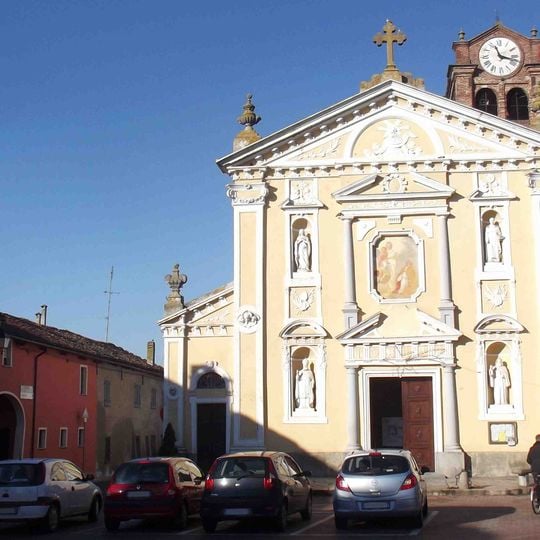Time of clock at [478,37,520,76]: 11:17
